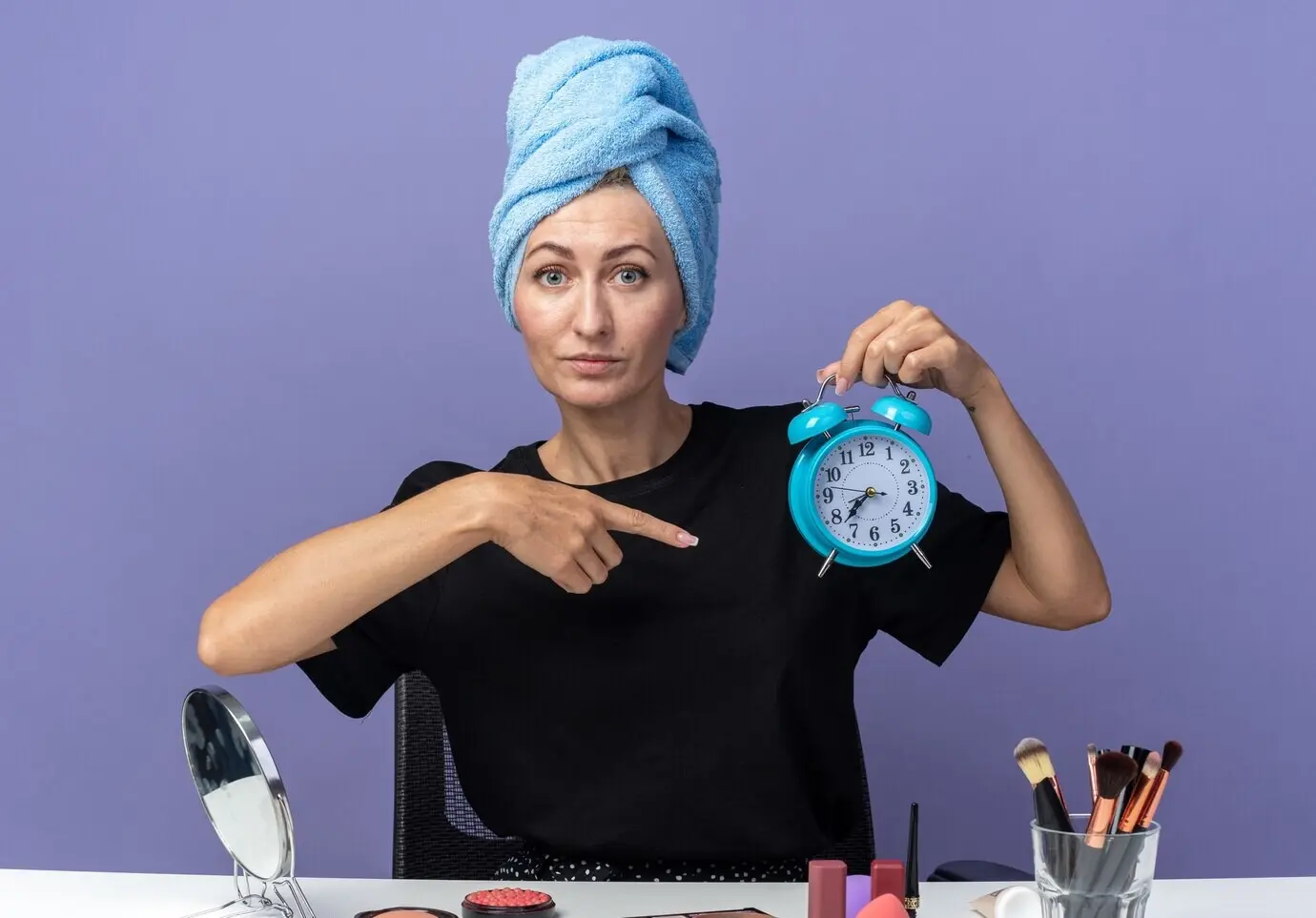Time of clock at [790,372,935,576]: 7:37
